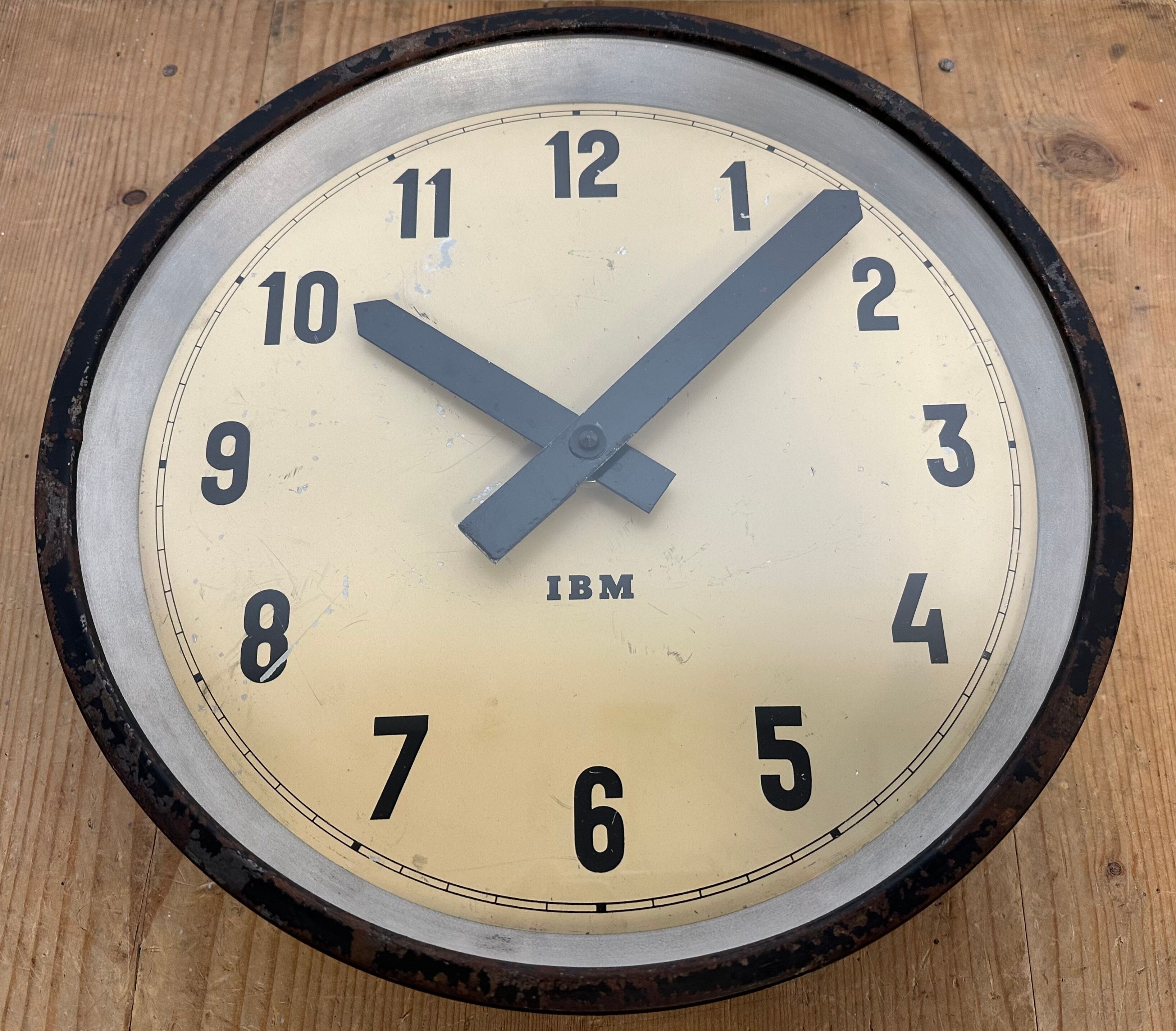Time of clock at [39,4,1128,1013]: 10:07
